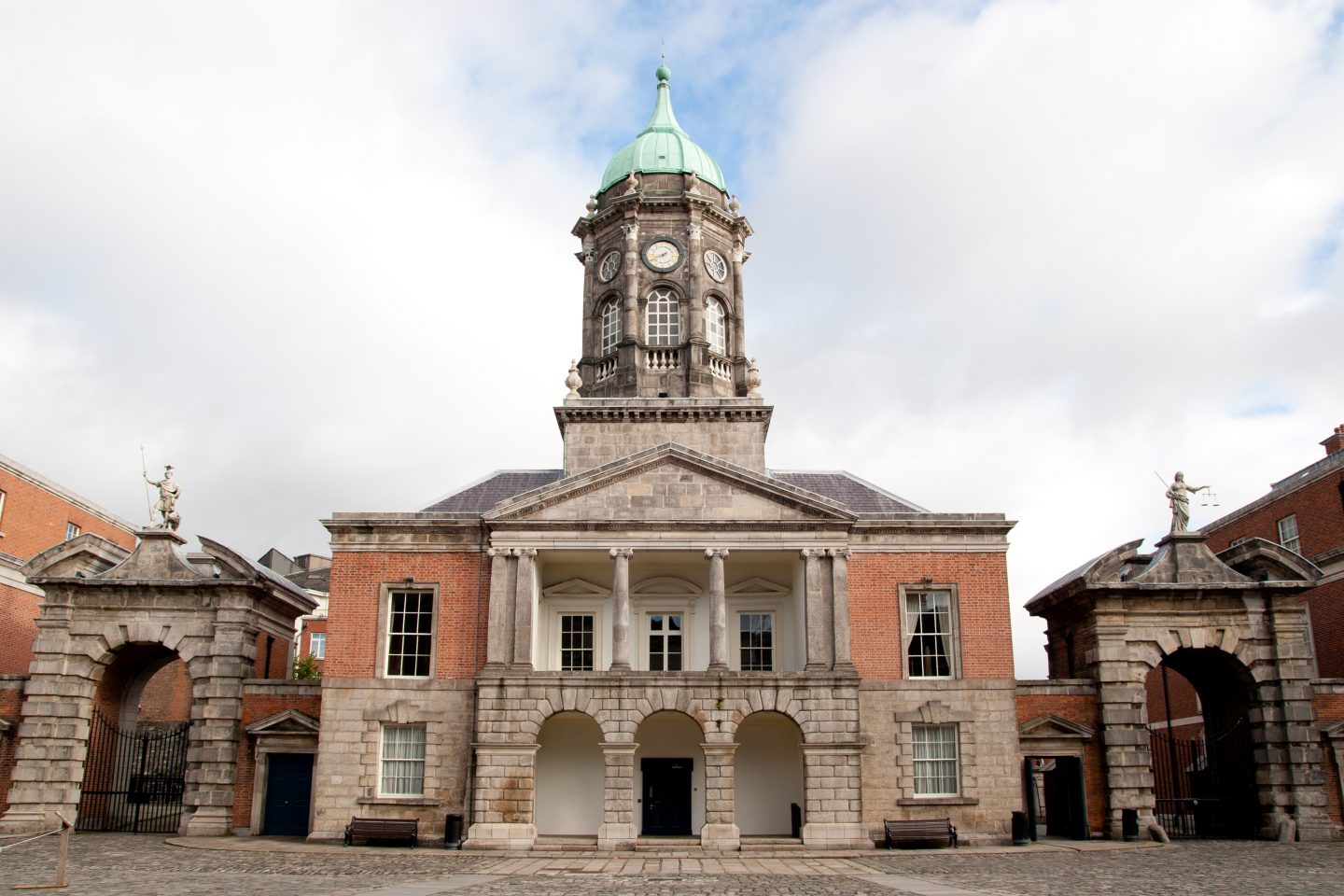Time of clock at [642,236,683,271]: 1:41
